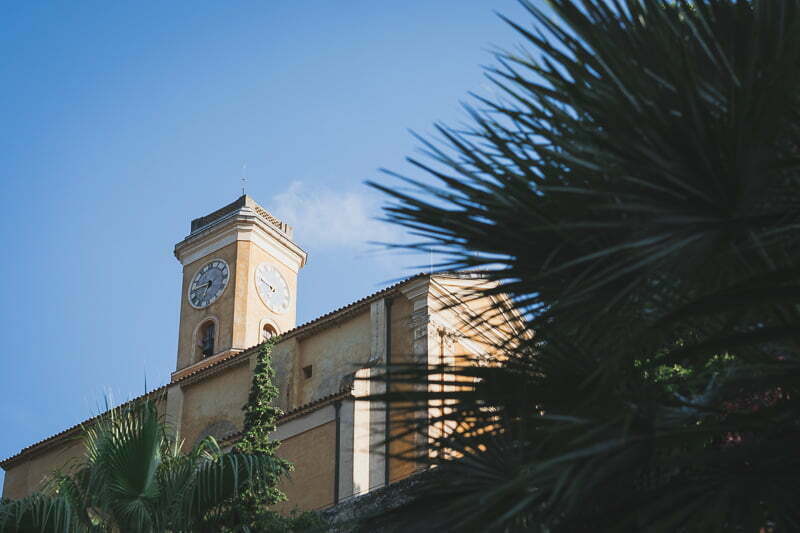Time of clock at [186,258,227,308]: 6:45
